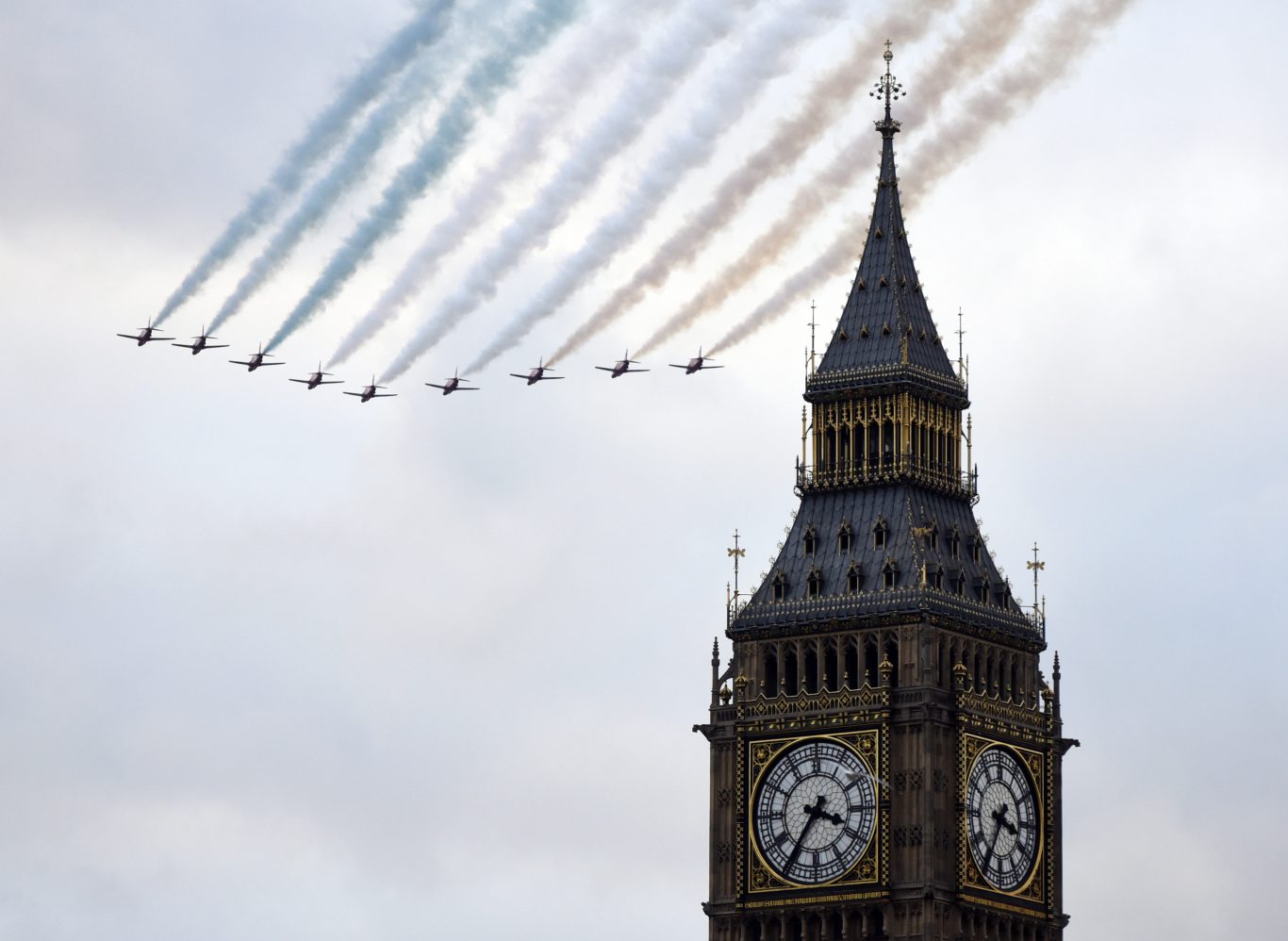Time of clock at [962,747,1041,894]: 3:35
